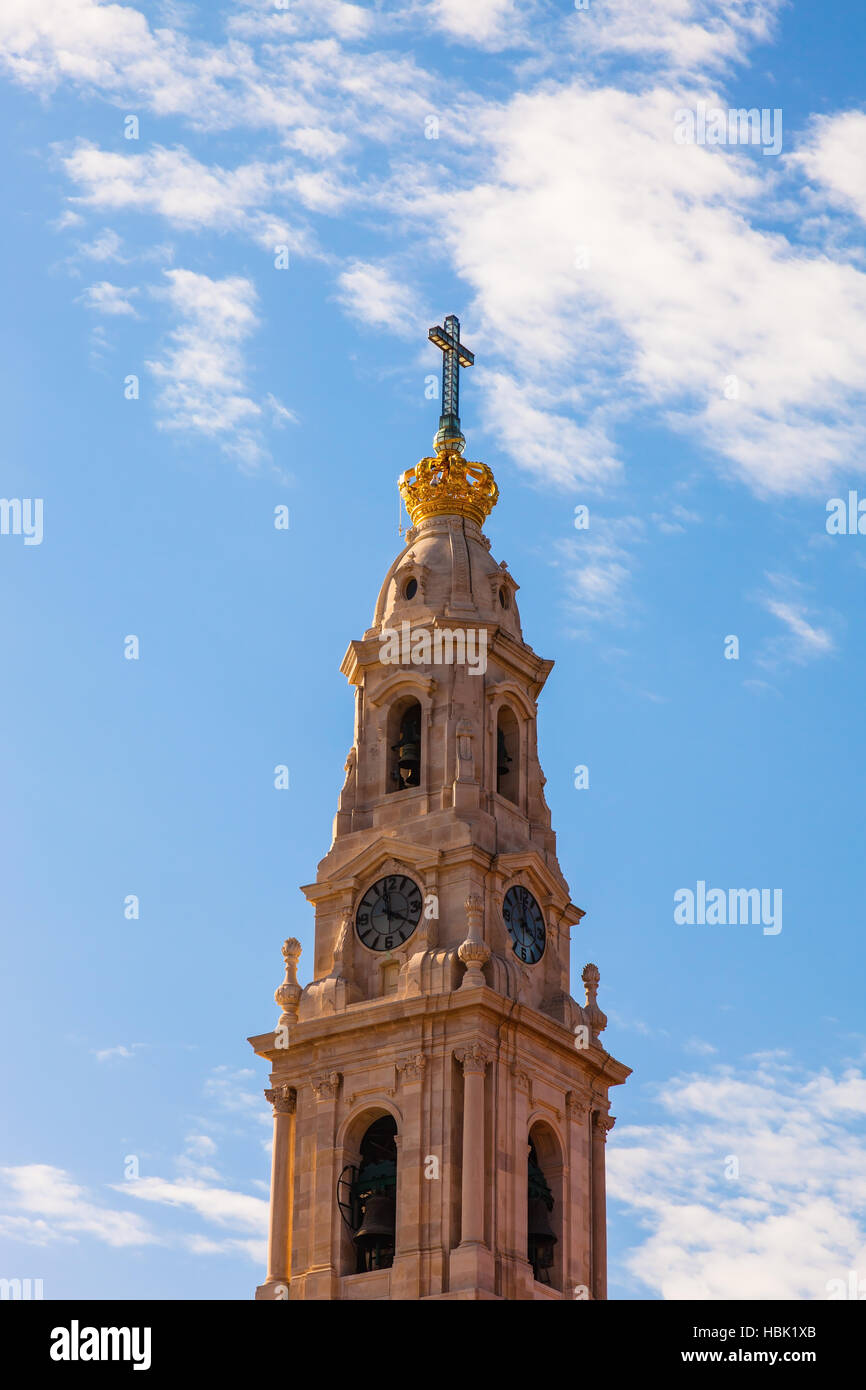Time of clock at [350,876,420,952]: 3:58
